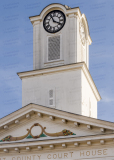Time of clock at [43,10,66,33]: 3:55
